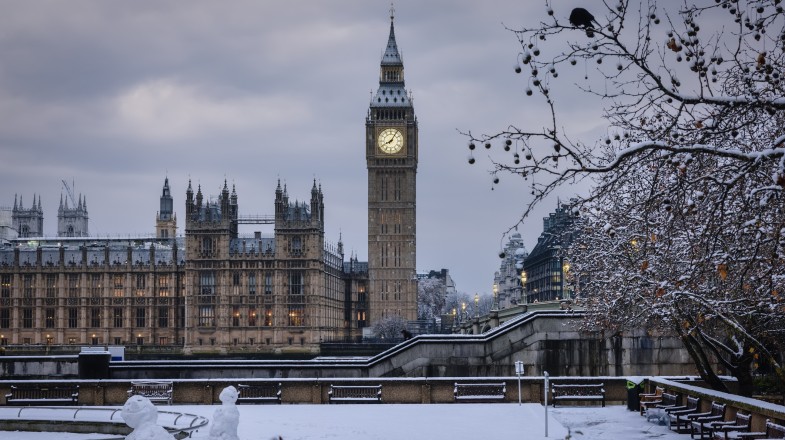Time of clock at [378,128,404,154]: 8:05
